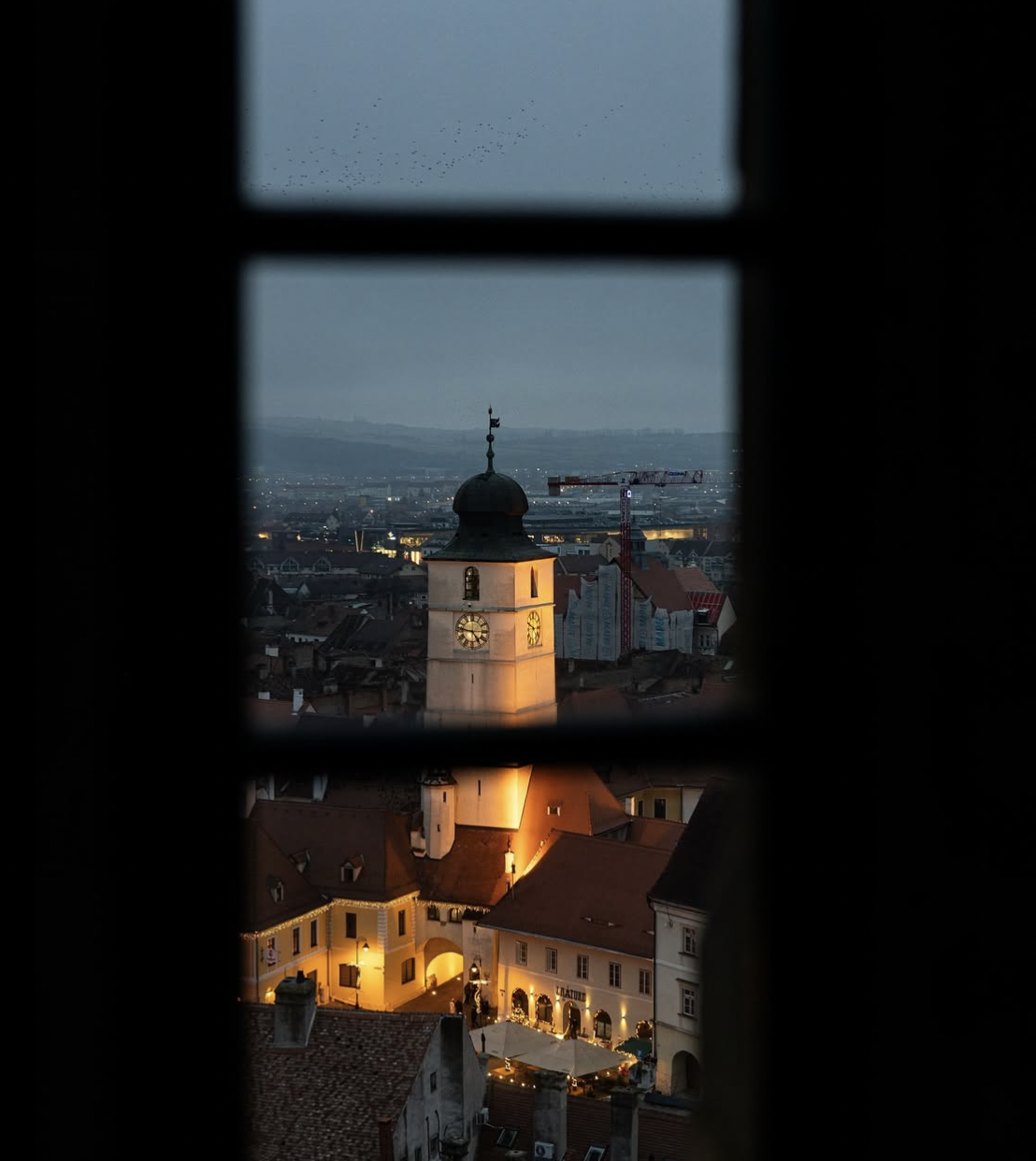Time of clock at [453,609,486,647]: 4:46
